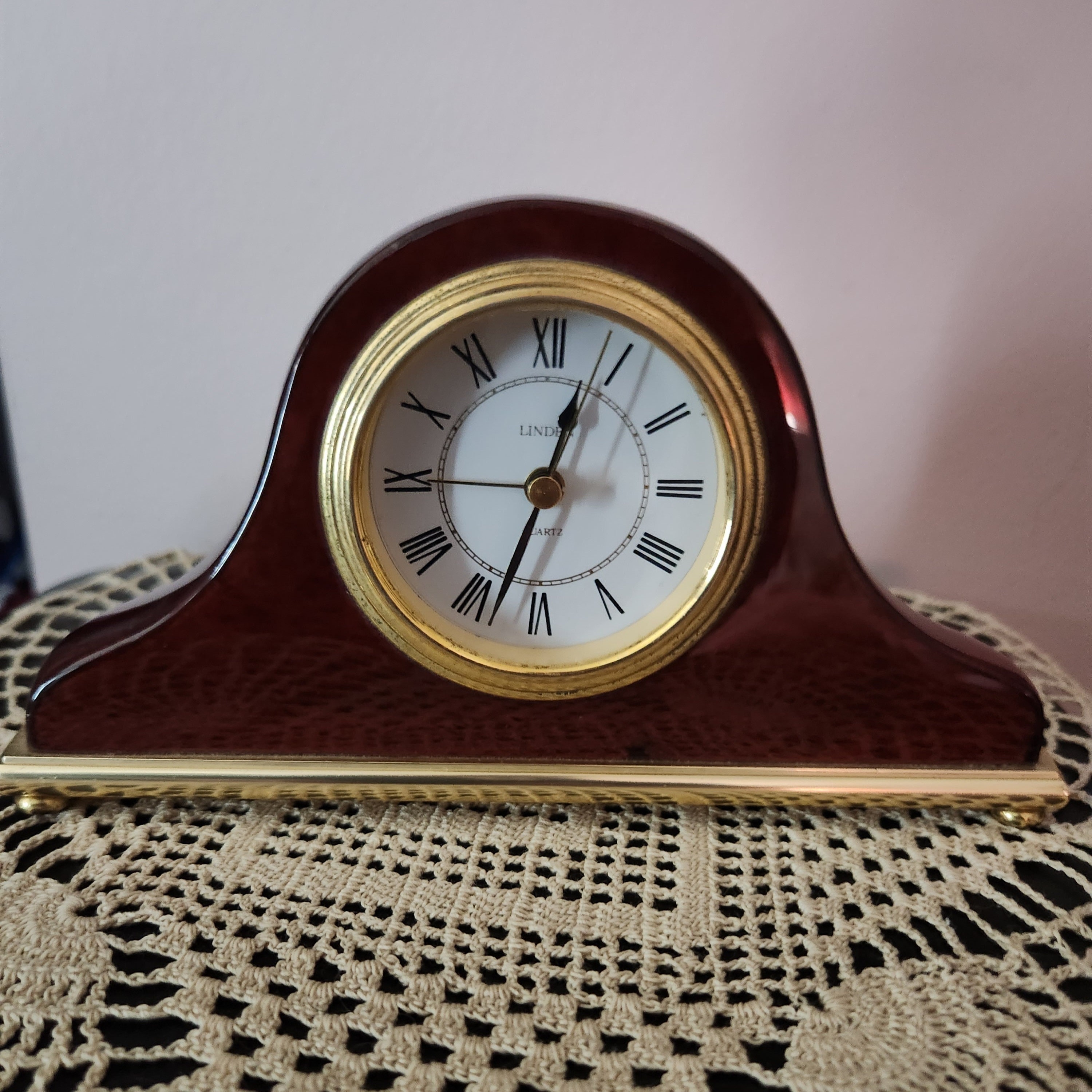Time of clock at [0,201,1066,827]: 12:33
